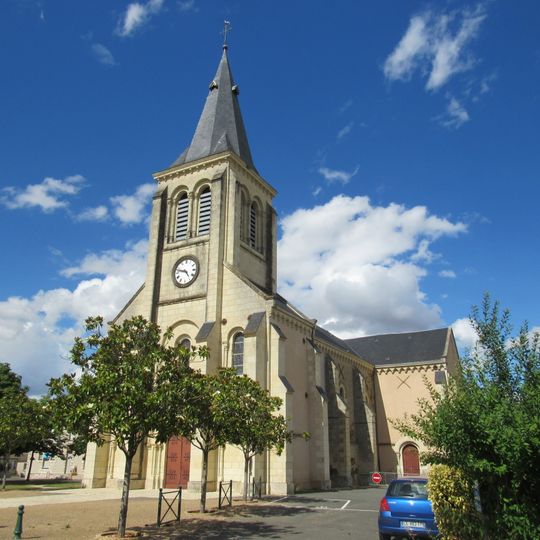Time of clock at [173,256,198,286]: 4:47
